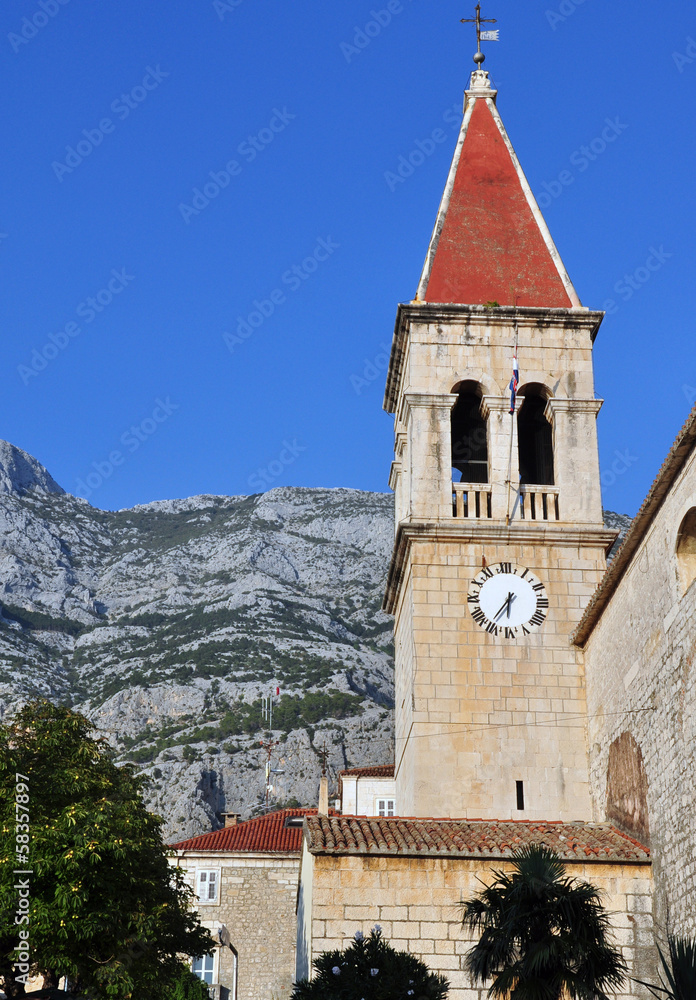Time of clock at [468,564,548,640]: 6:36
